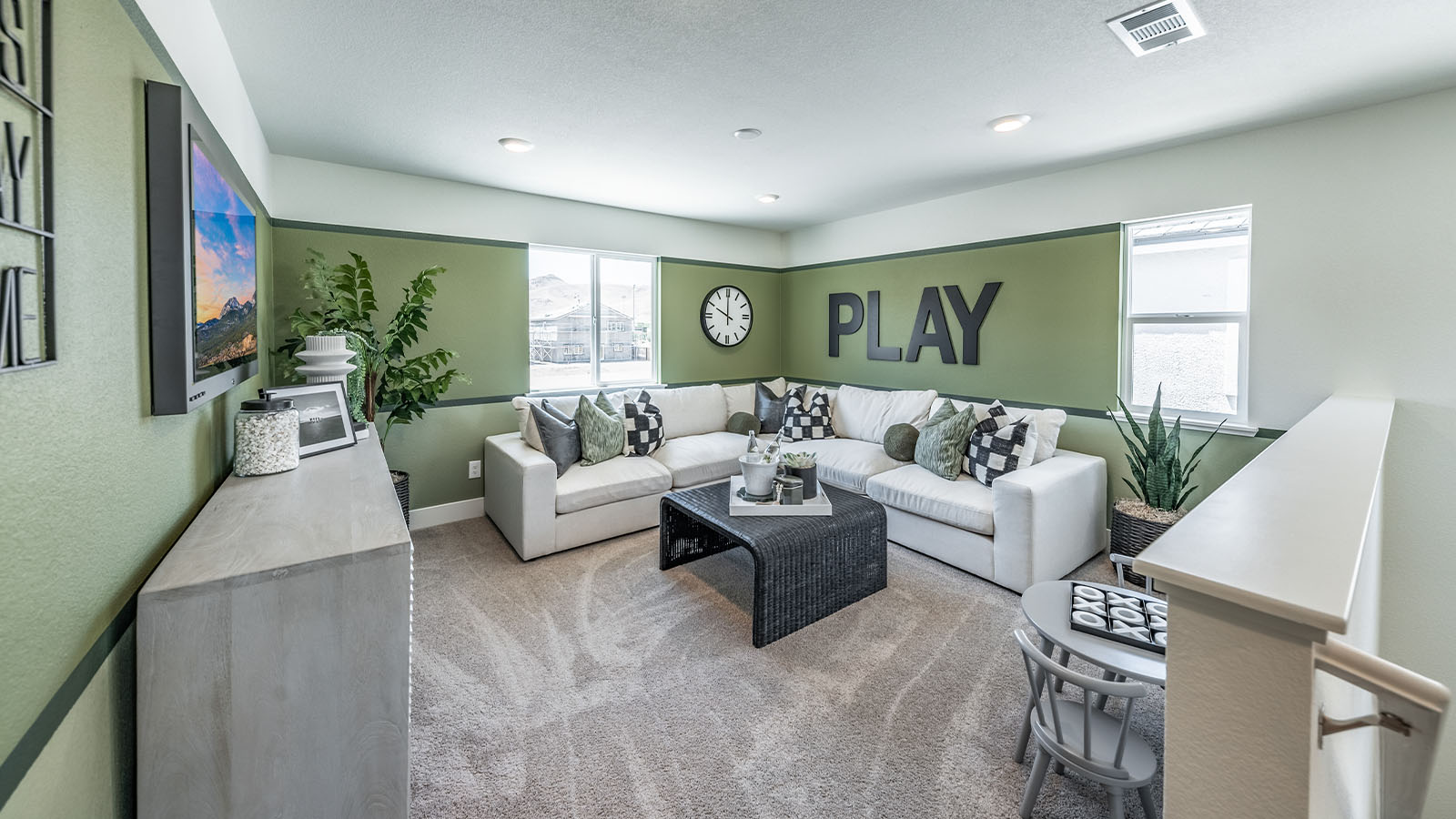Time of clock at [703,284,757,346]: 10:00
